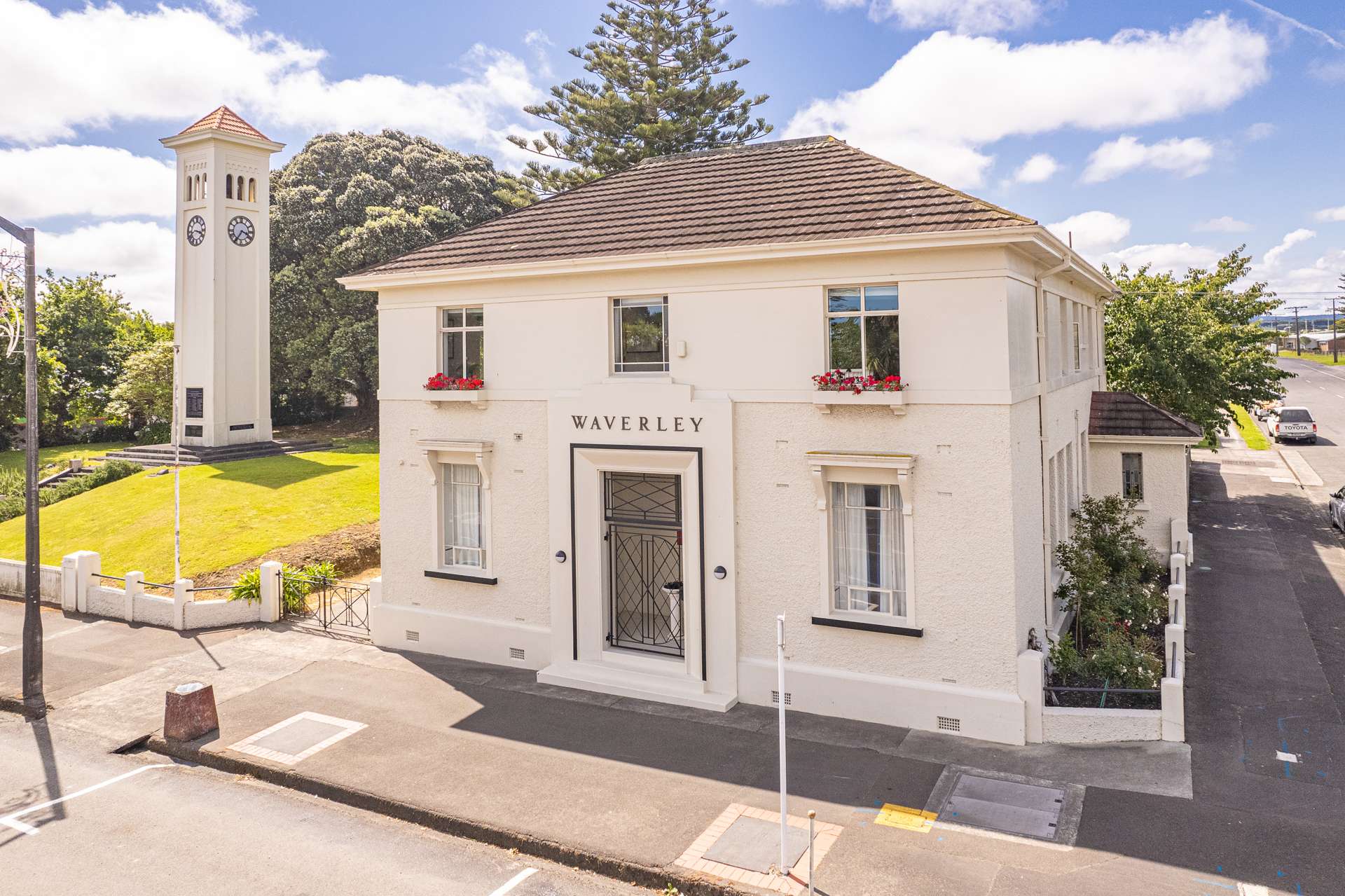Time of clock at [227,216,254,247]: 3:35
